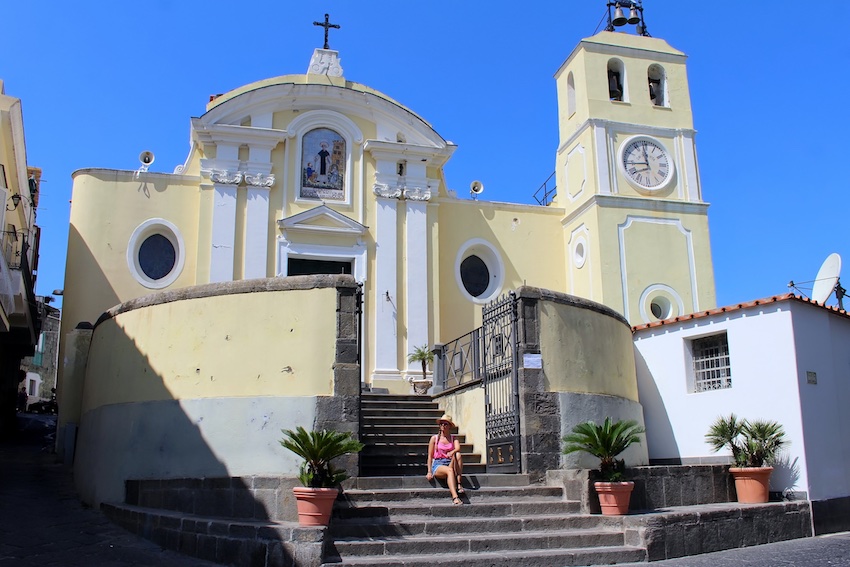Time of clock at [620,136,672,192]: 11:43
